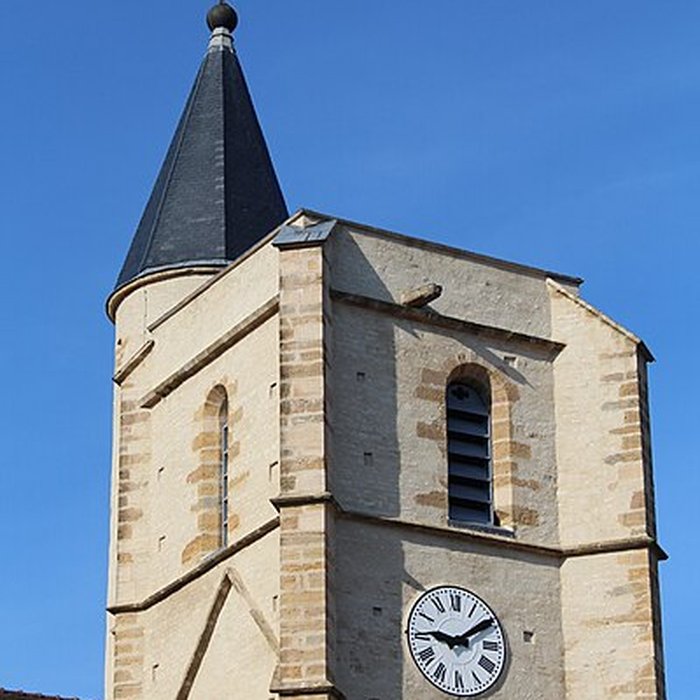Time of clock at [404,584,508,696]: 9:09
